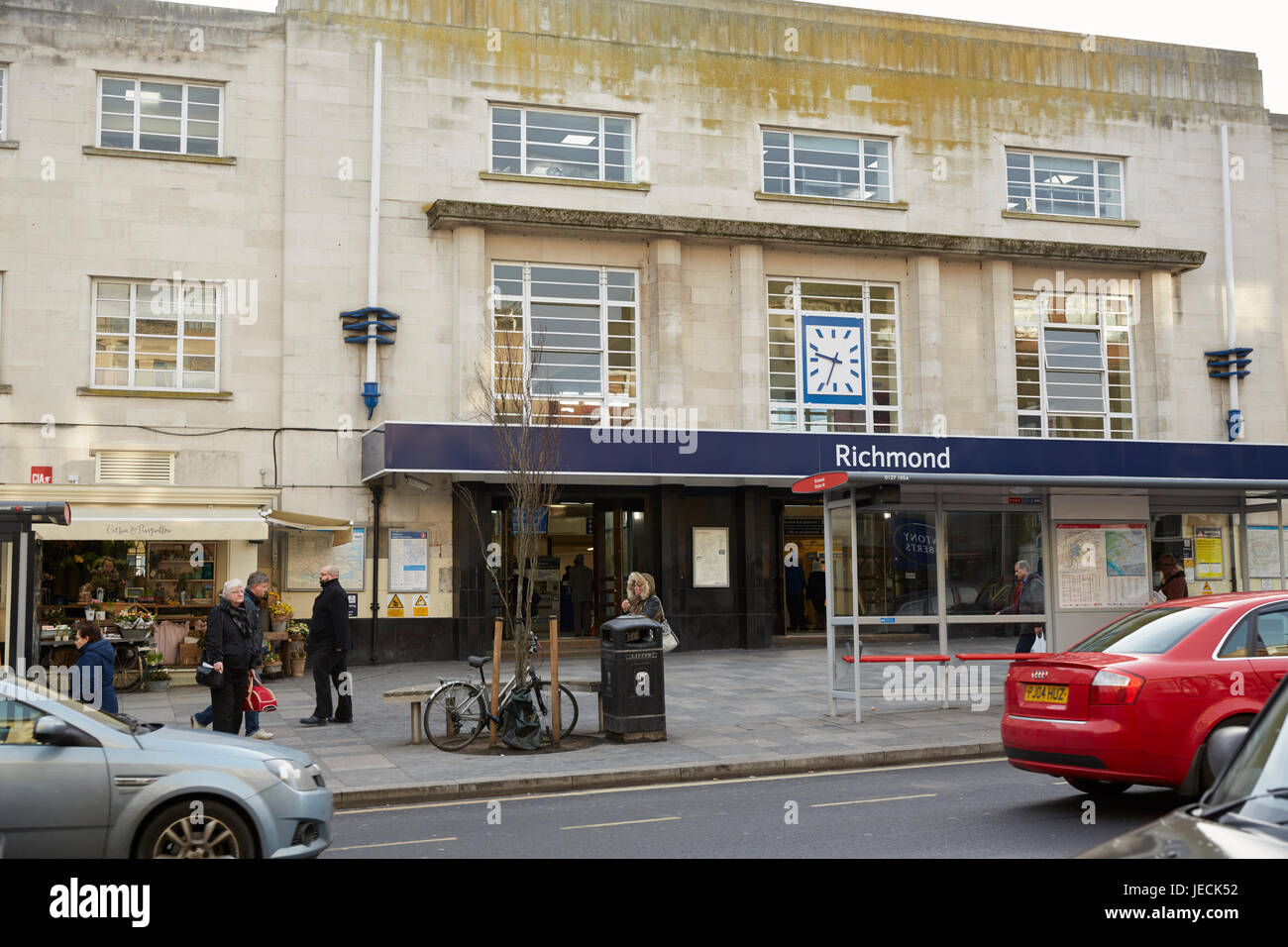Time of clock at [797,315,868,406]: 9:33
